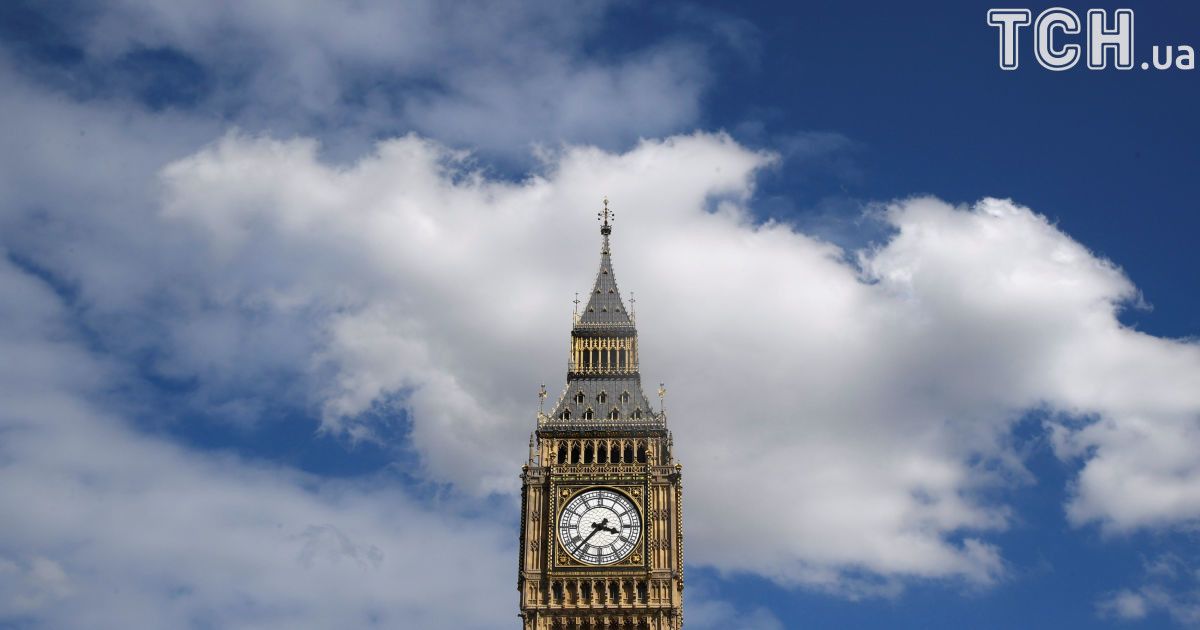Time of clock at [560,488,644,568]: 3:37
